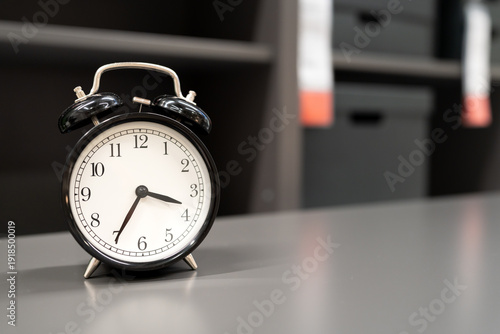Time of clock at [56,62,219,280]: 3:34
